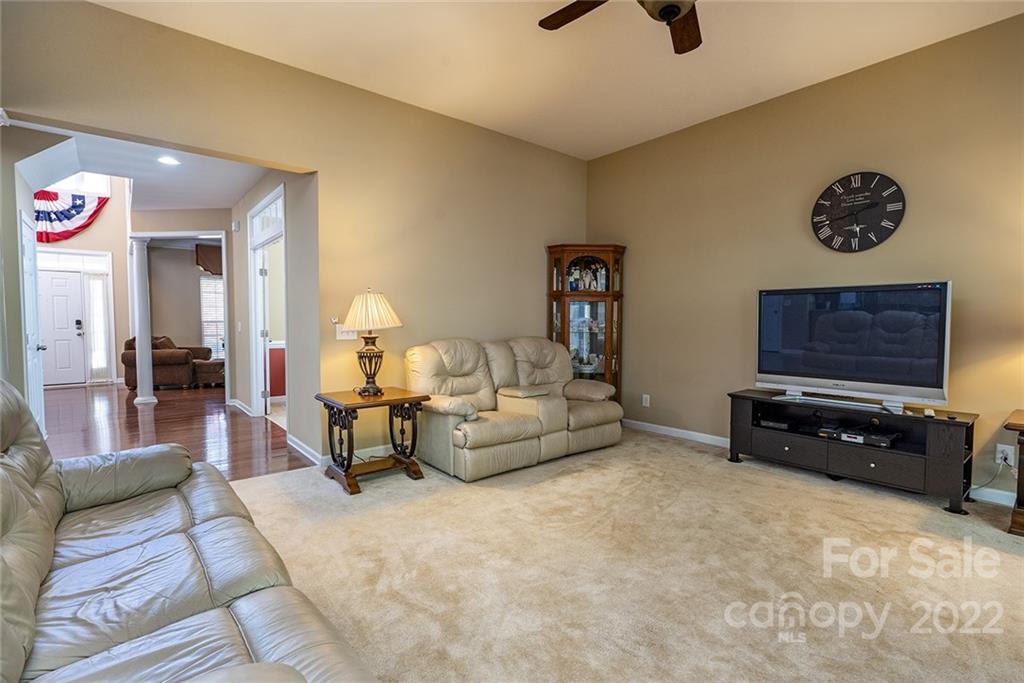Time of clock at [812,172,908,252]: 5:42
